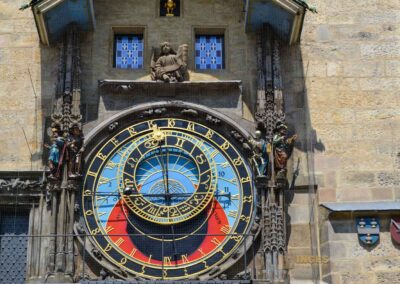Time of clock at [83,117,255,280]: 5:58
